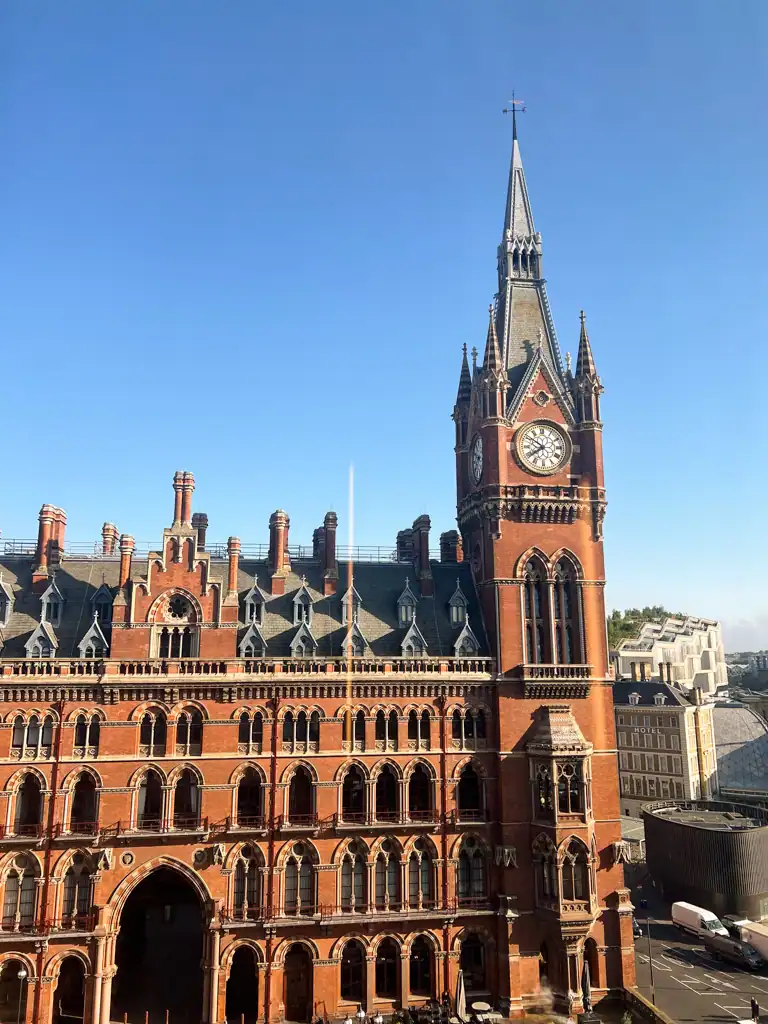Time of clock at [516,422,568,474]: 7:50
